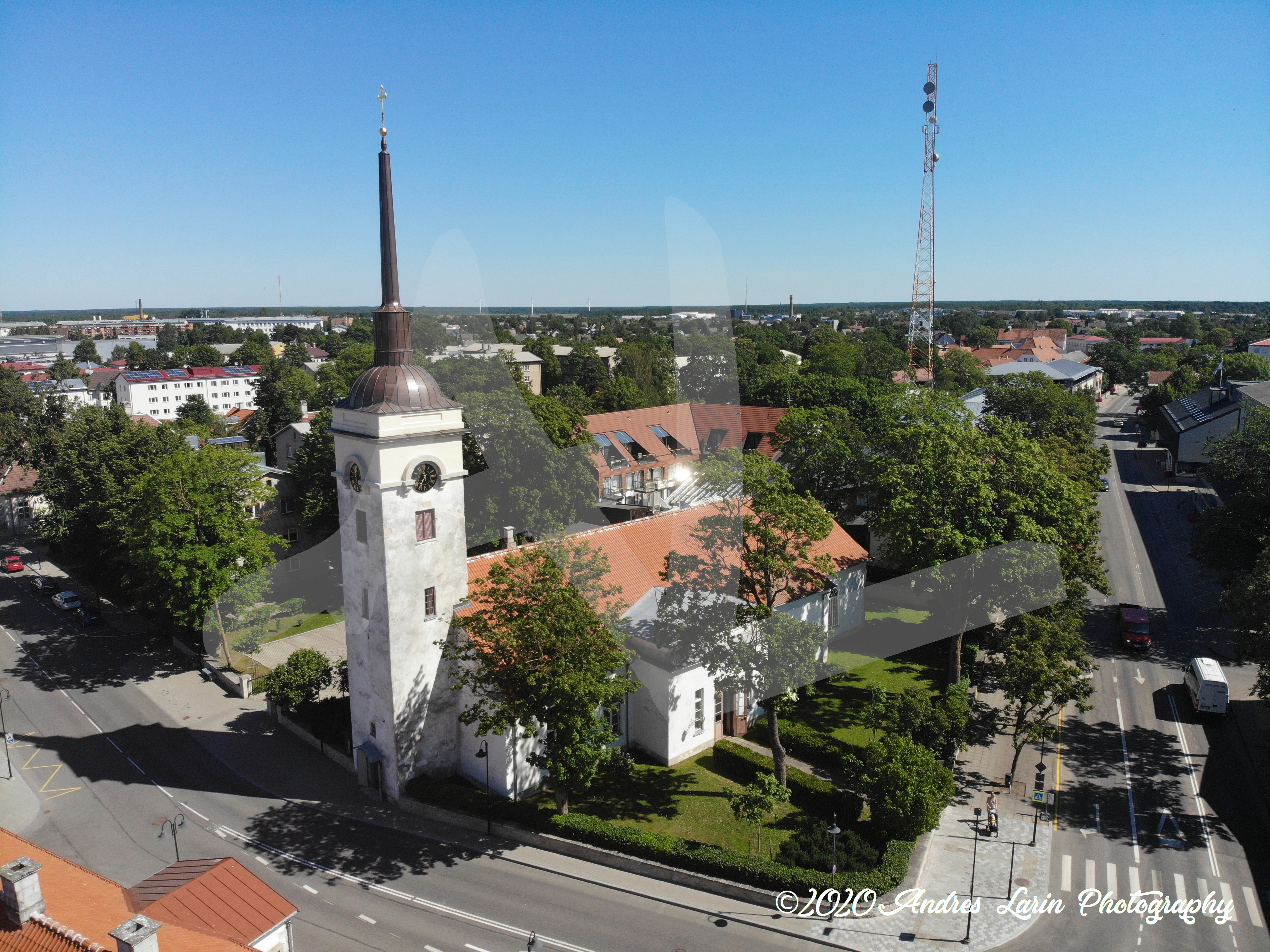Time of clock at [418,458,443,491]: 11:35
